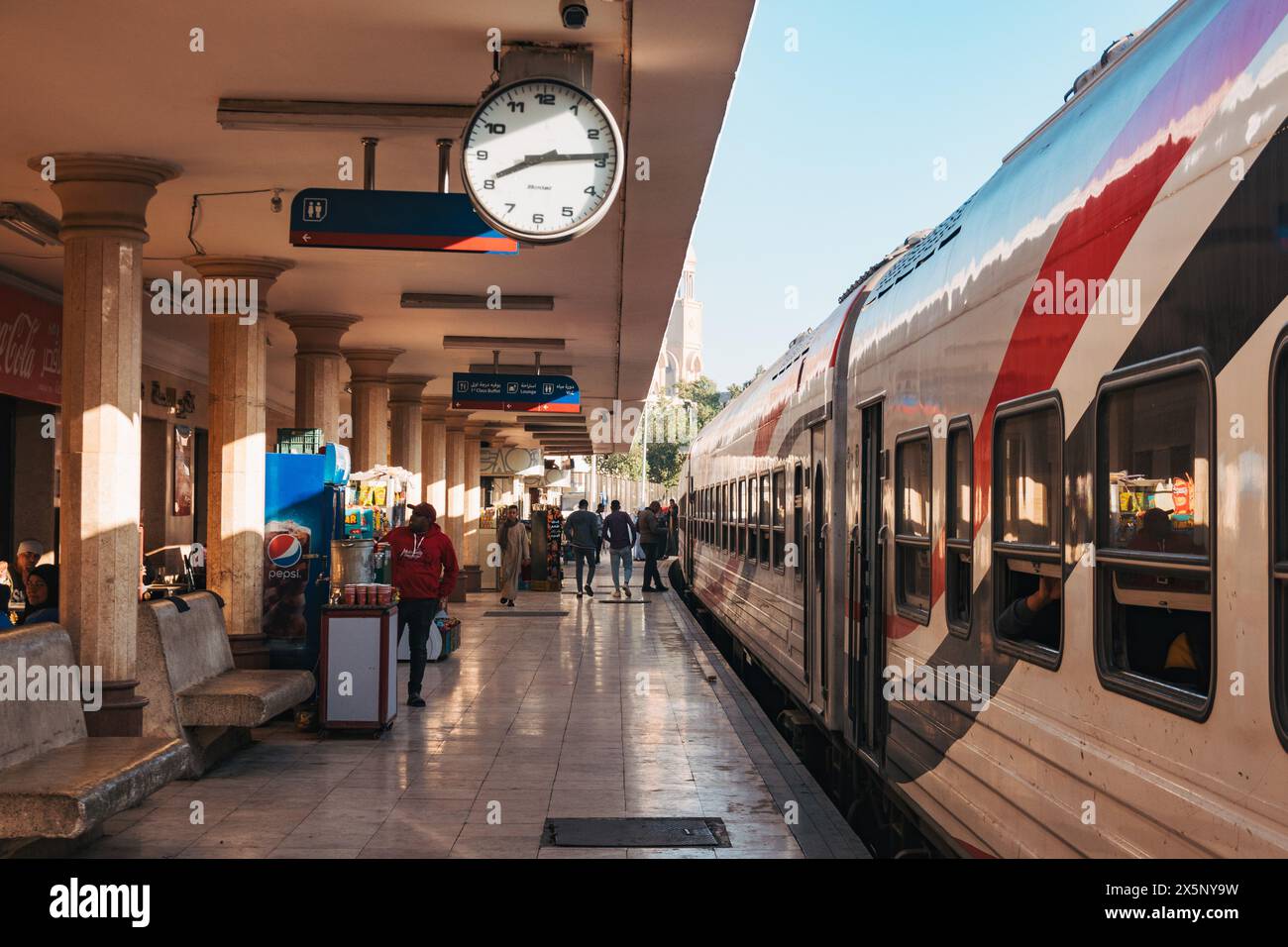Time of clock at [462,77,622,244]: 8:14
